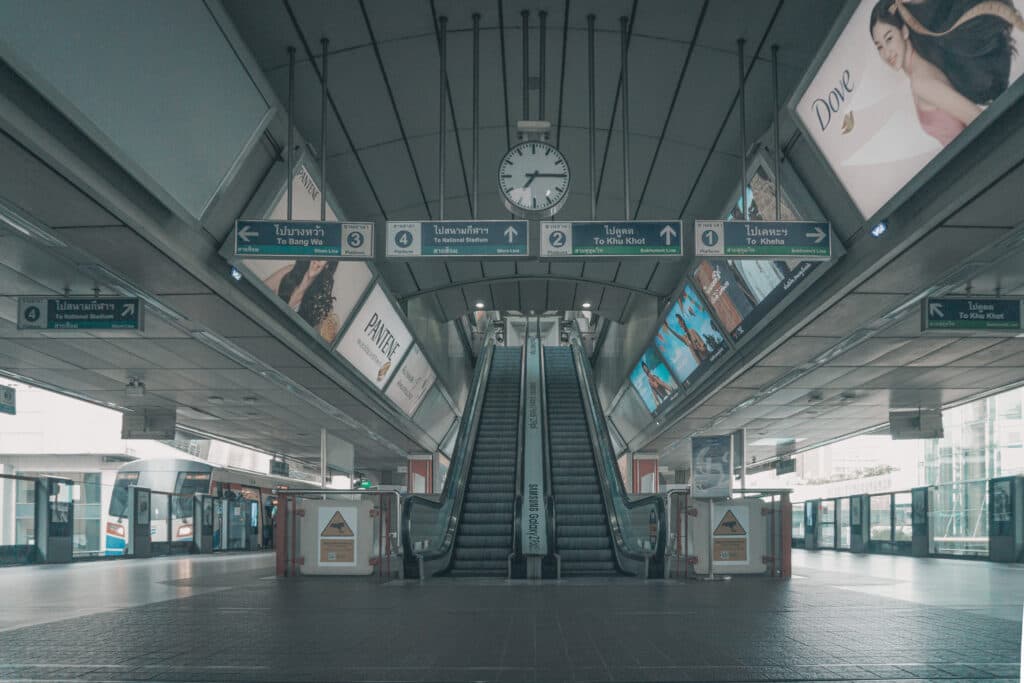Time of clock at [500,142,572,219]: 7:15
